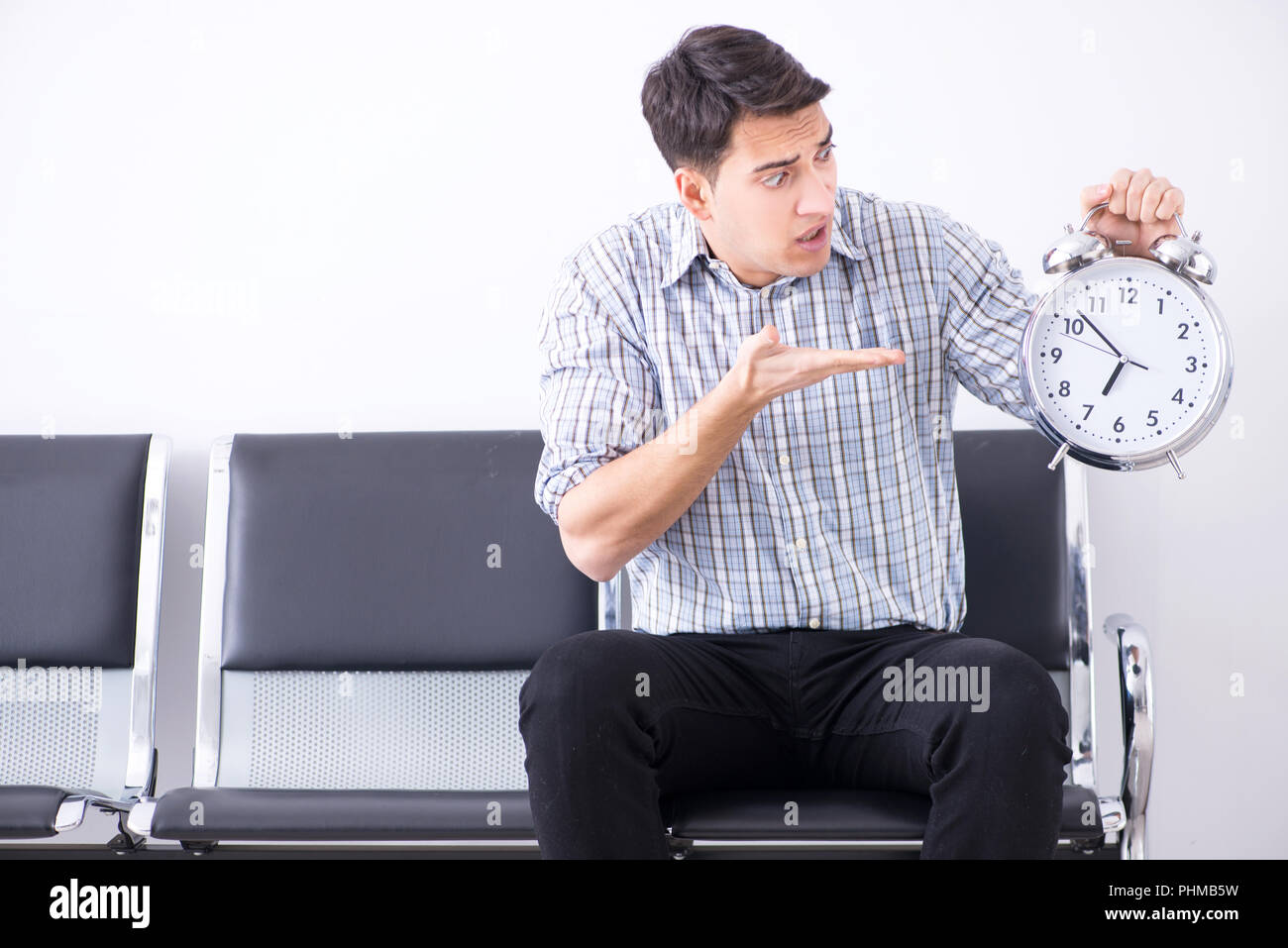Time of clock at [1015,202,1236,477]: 6:52
